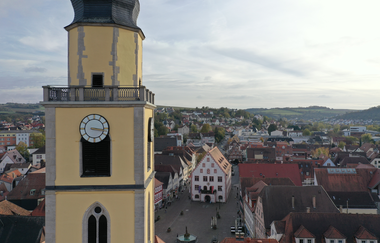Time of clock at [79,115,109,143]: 3:17
